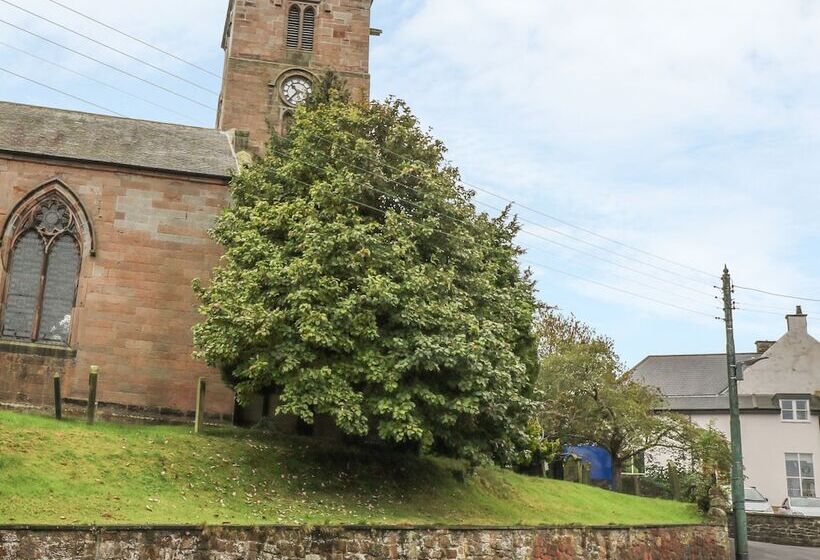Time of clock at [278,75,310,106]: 10:36
